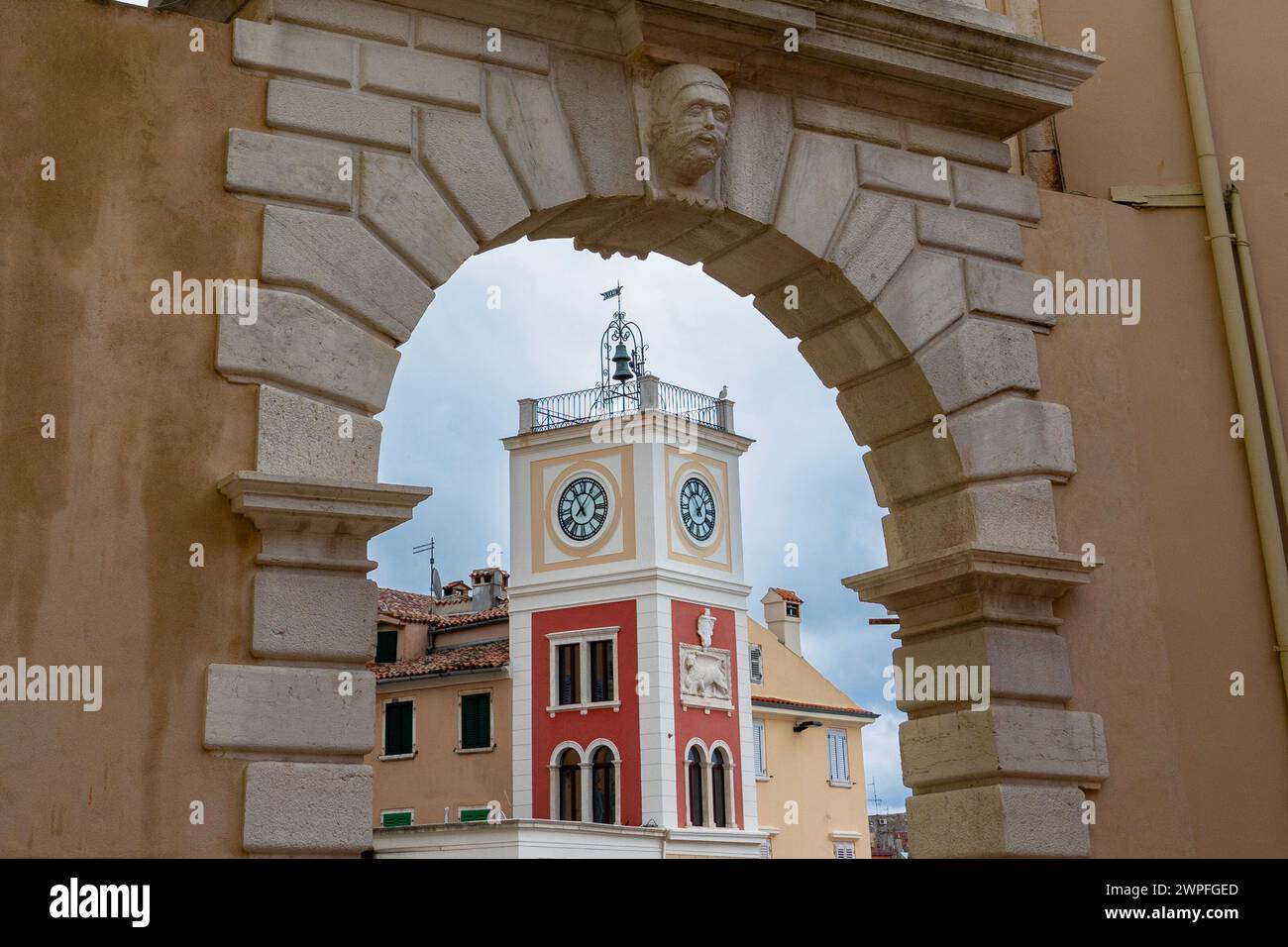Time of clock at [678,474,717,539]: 11:07
